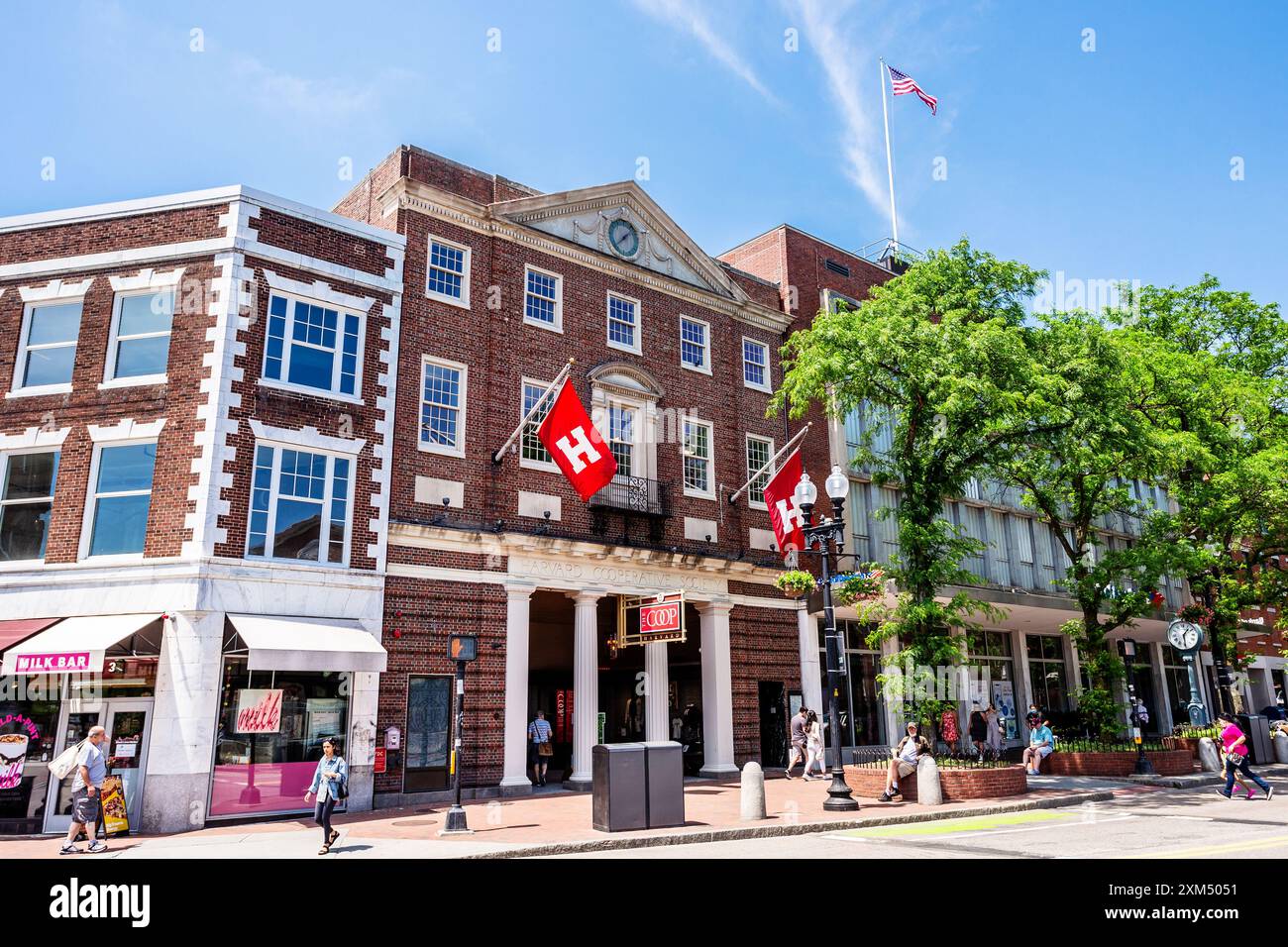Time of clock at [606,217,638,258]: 1:38
